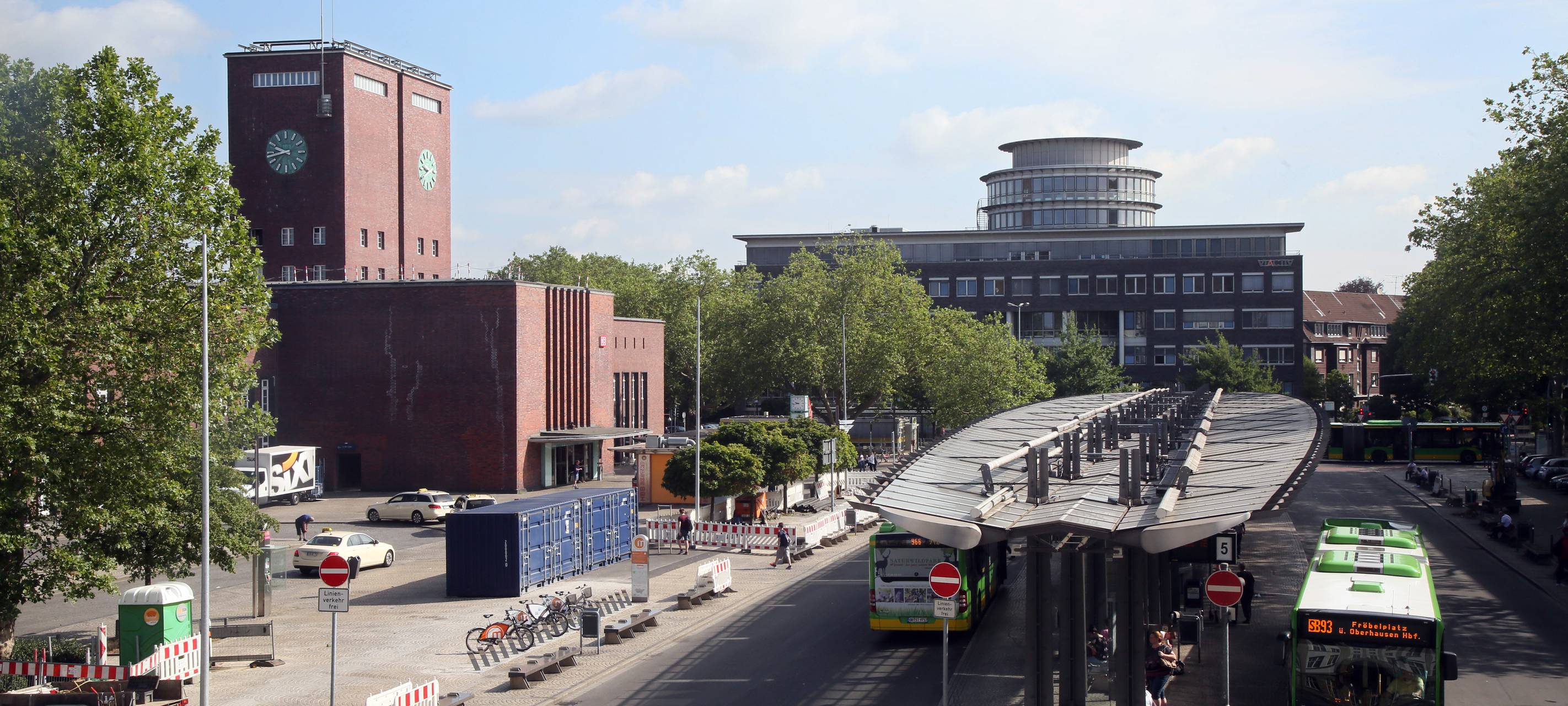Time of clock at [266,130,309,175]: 9:42
